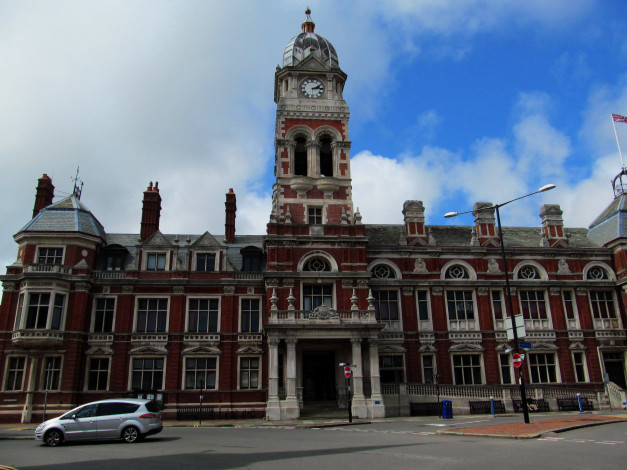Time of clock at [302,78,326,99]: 2:14
